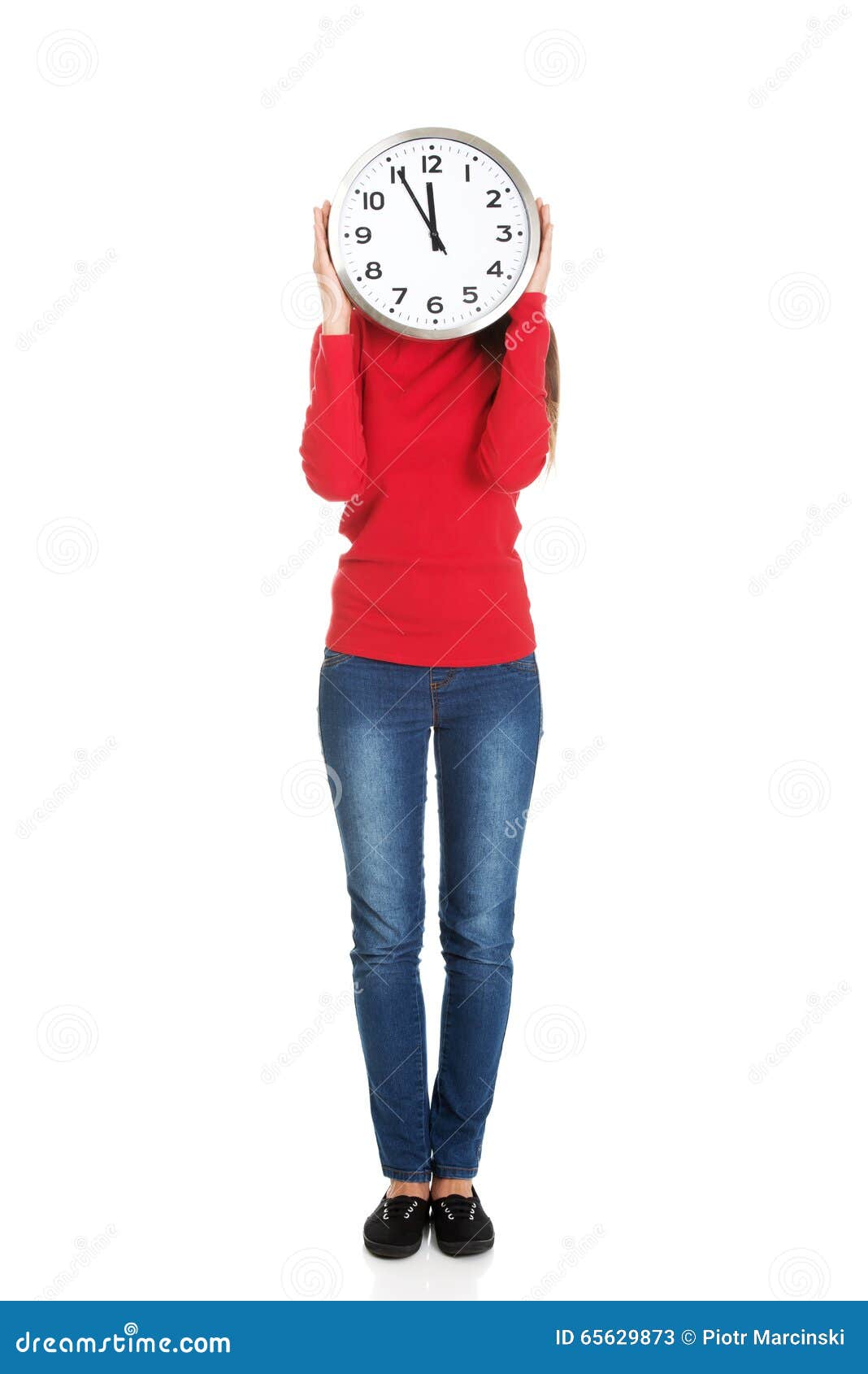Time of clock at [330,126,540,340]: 11:55
